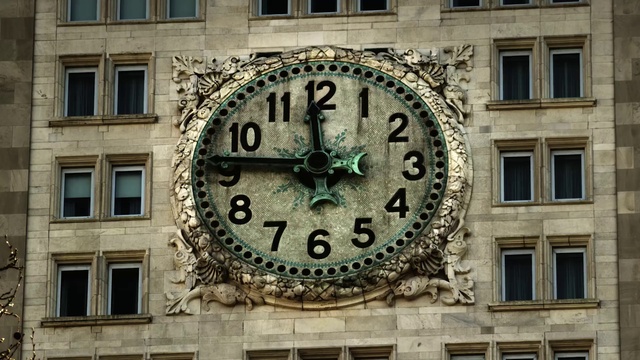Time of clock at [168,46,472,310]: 11:46
